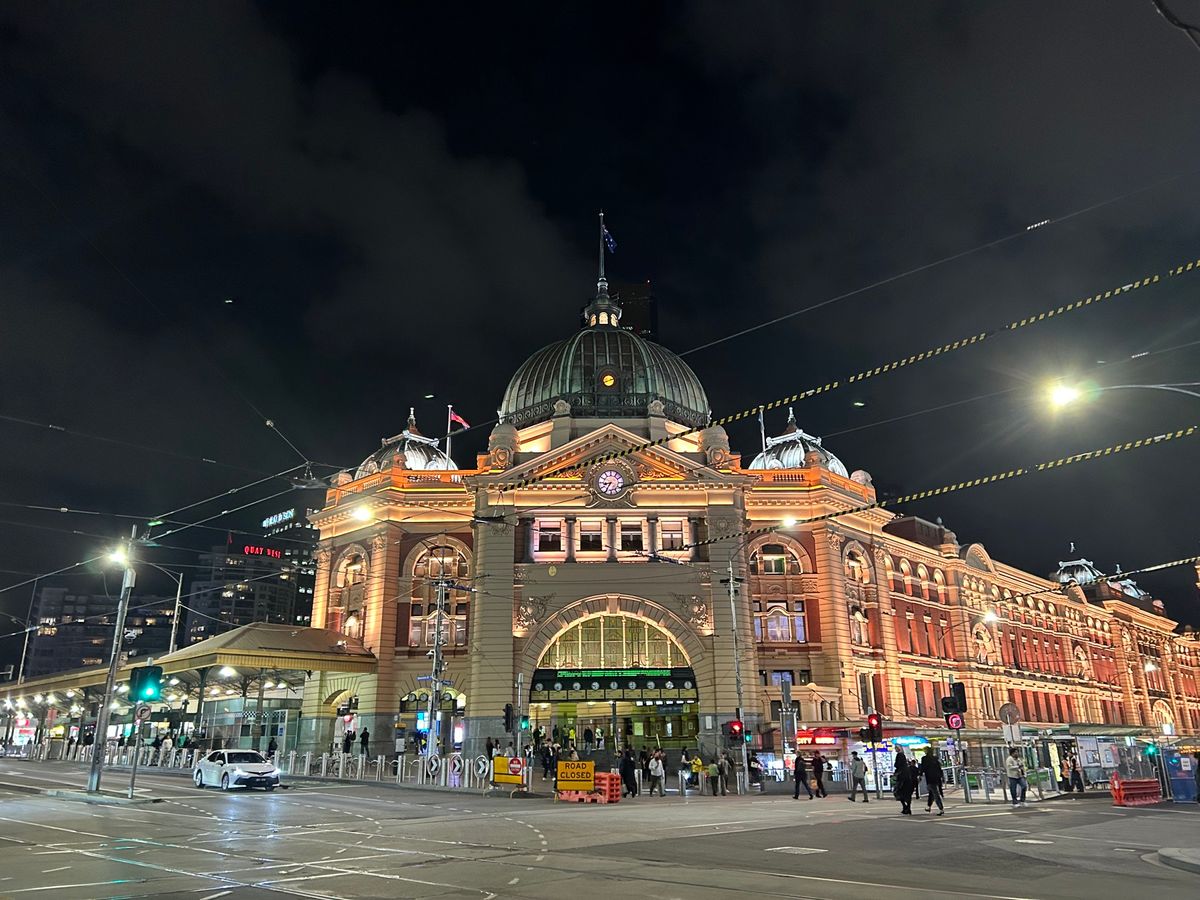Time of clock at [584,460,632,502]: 8:34
